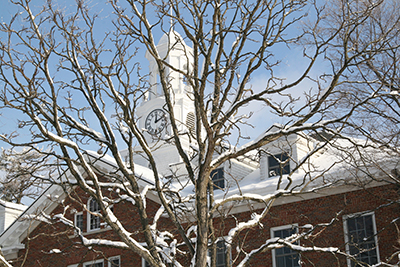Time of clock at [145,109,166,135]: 12:11
